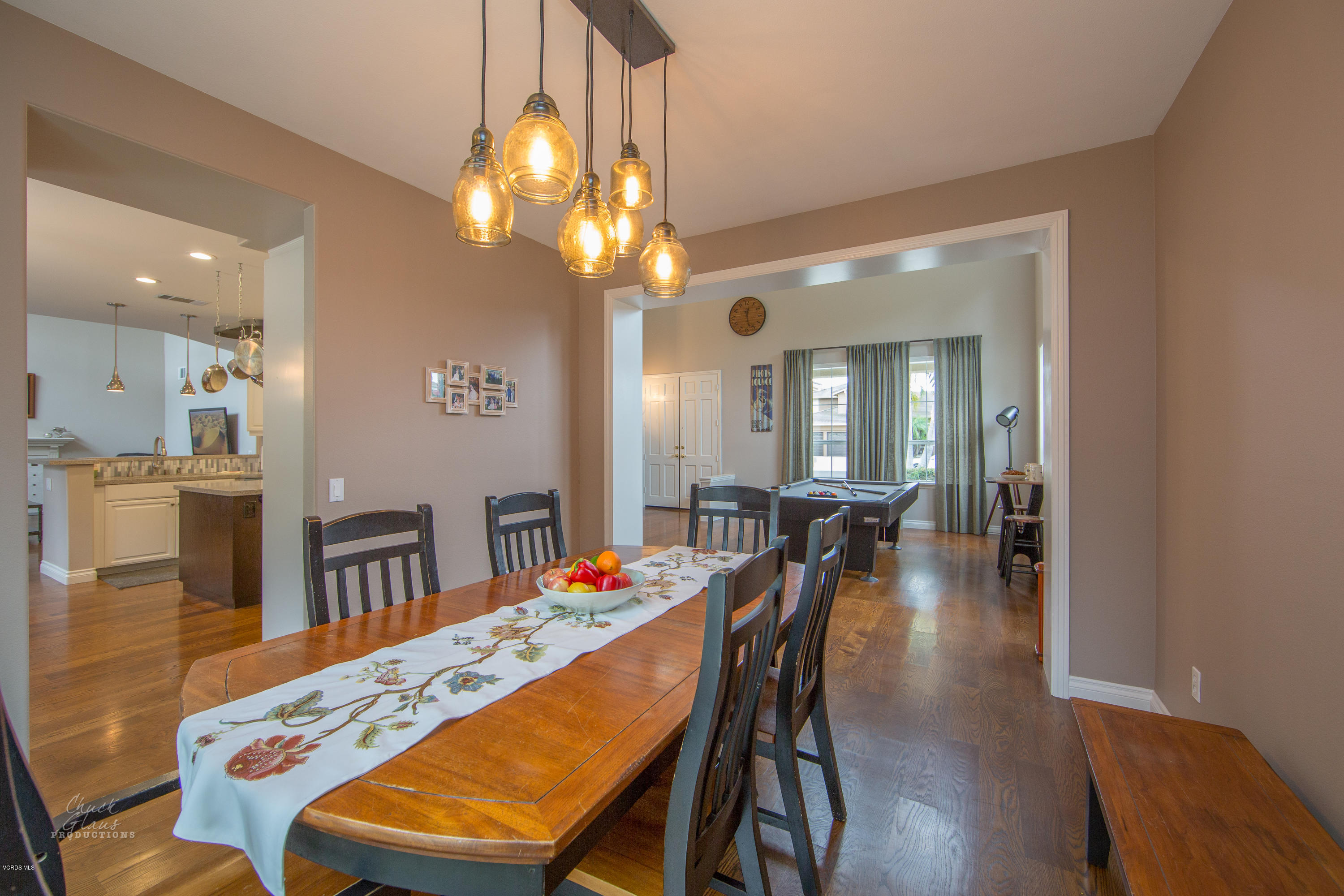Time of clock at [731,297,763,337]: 12:27
